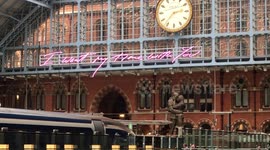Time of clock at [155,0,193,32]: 2:37
